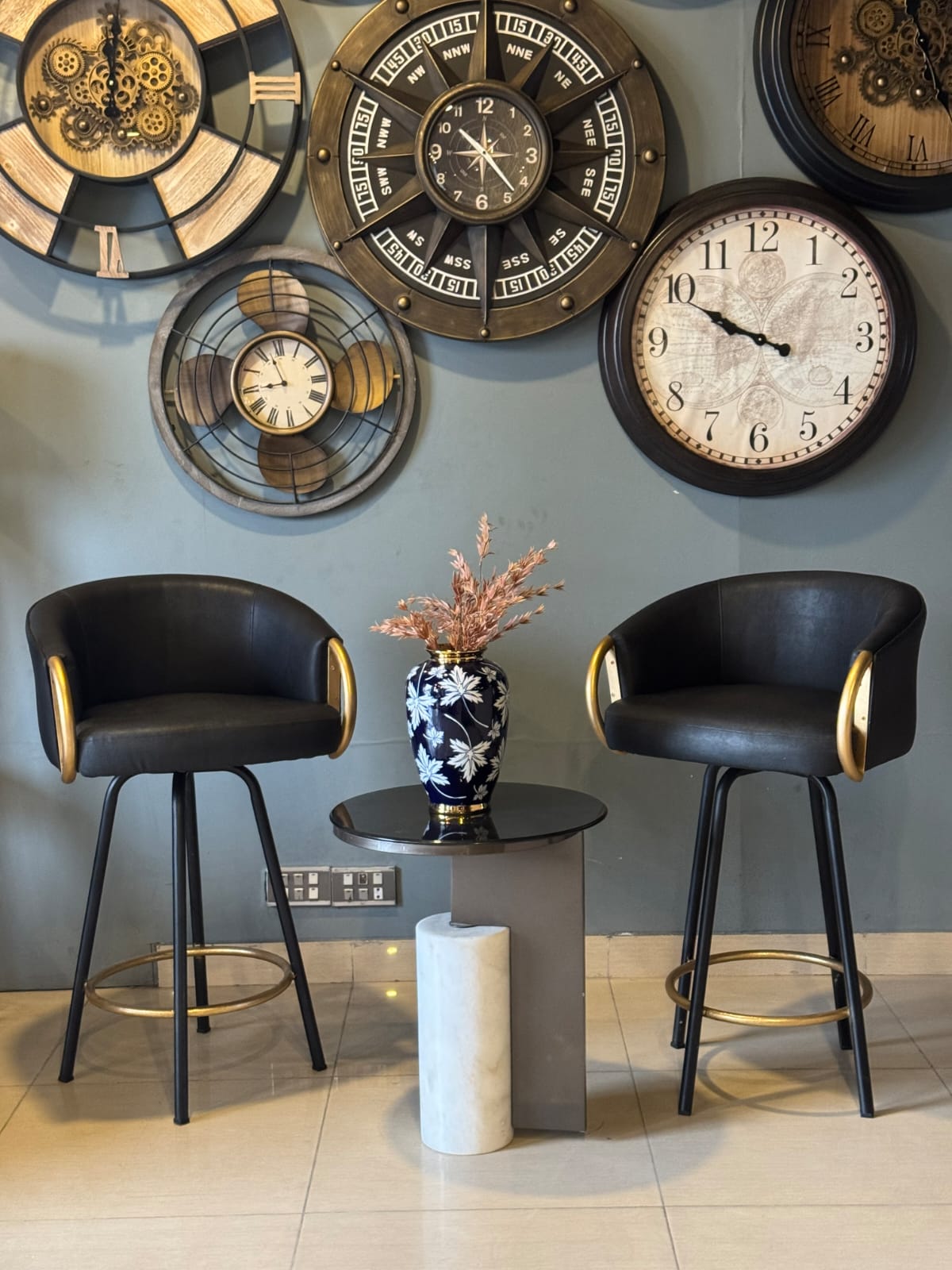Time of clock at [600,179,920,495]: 9:49
